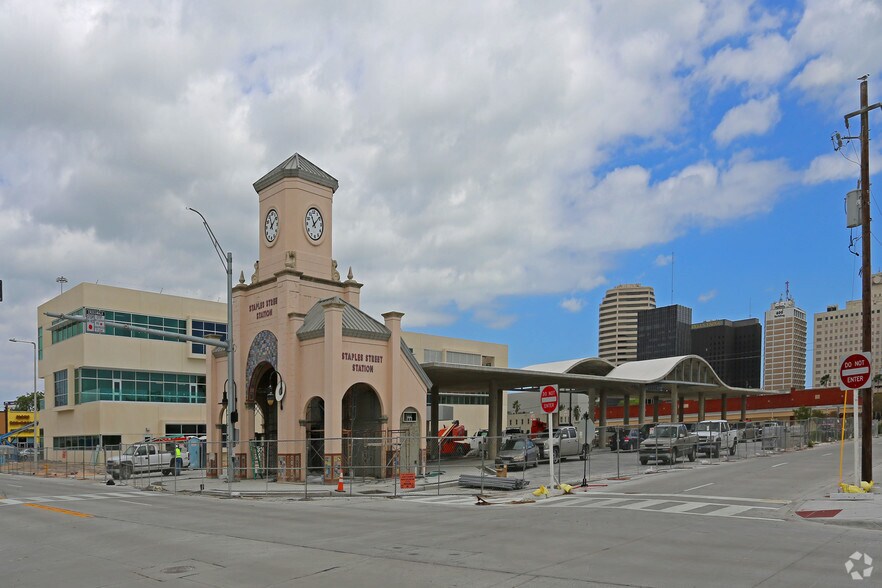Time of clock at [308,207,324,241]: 11:08
